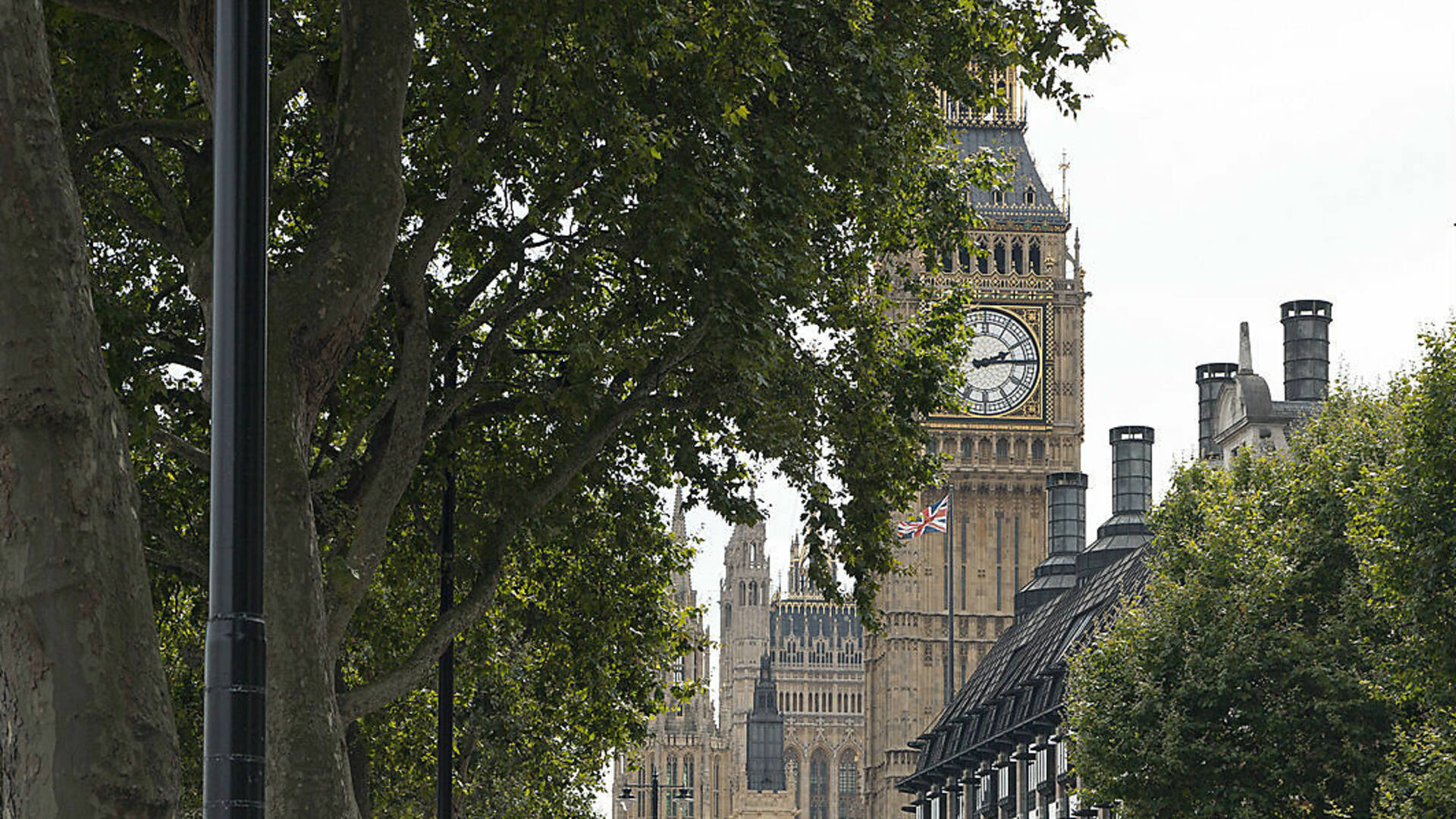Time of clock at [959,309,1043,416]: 2:14
